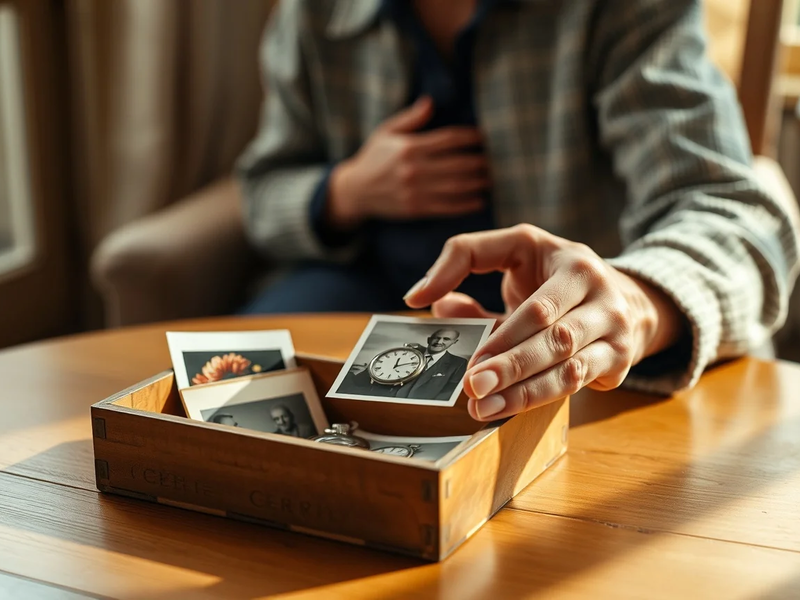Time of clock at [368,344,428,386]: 12:13
